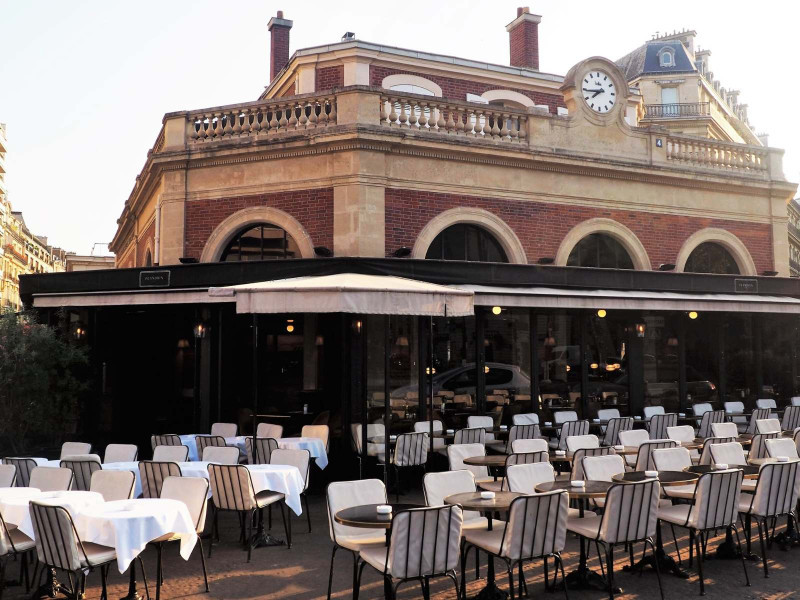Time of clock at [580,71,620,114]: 7:44
